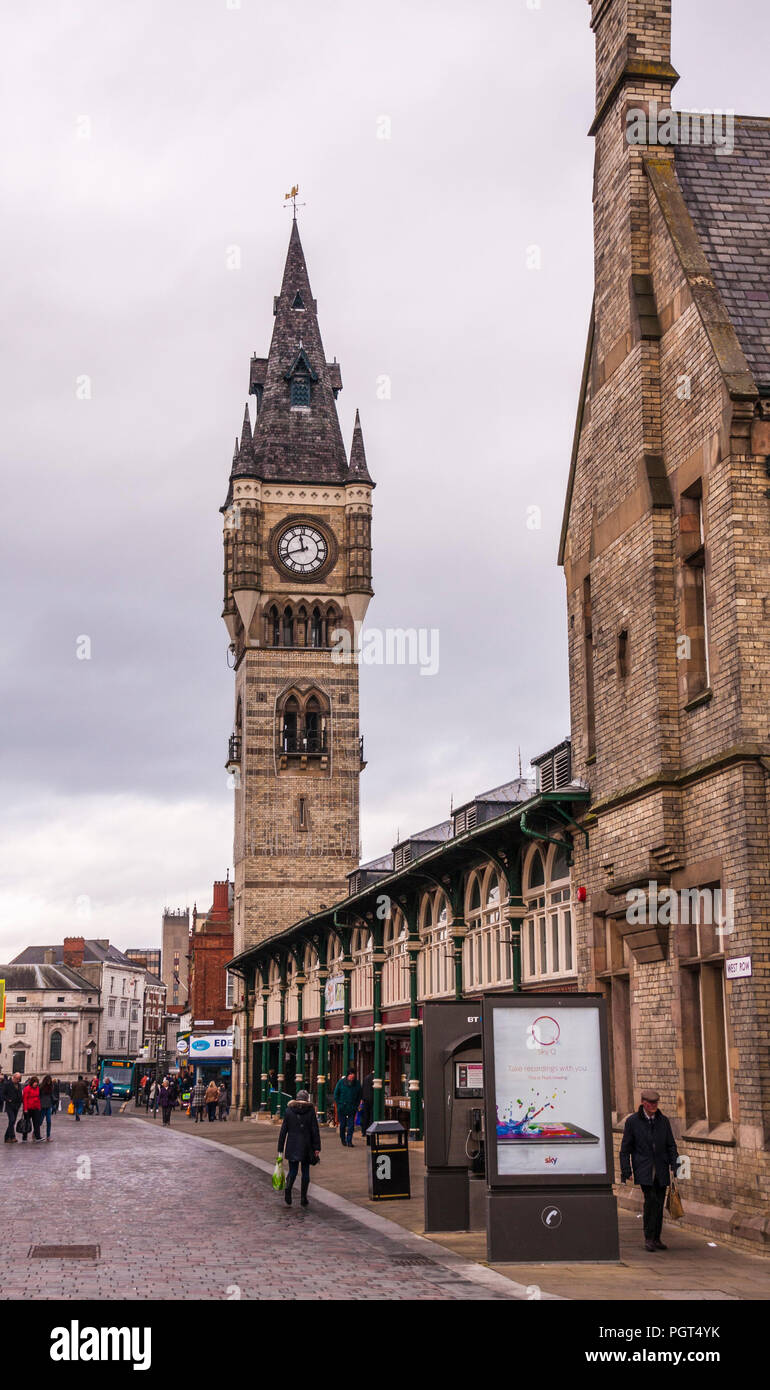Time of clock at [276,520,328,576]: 11:41
